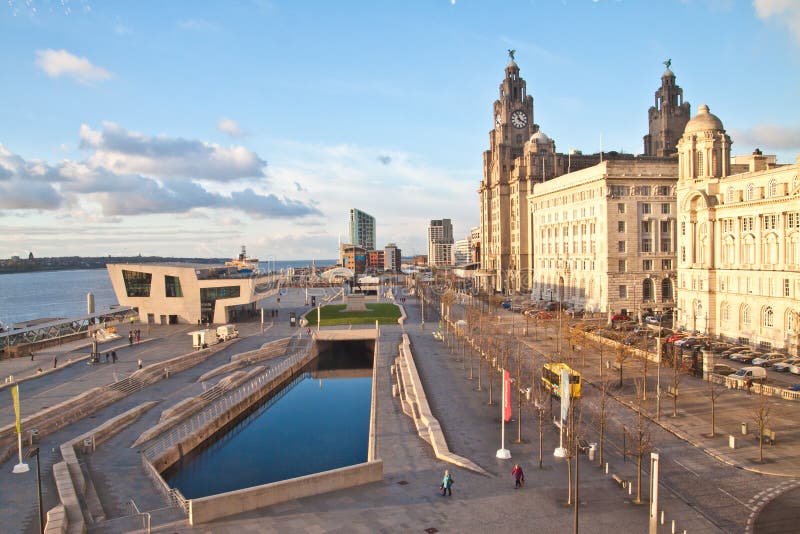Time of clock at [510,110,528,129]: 3:57
